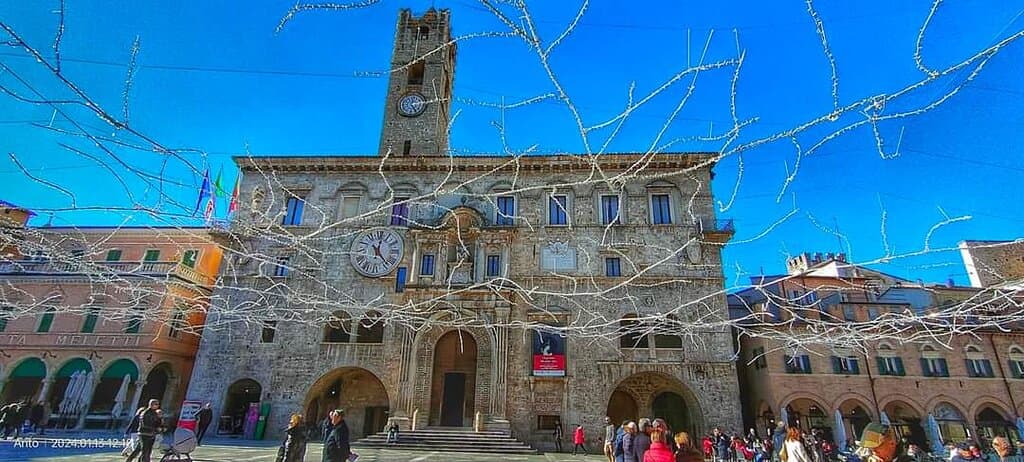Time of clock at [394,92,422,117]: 12:24
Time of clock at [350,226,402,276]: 12:23
